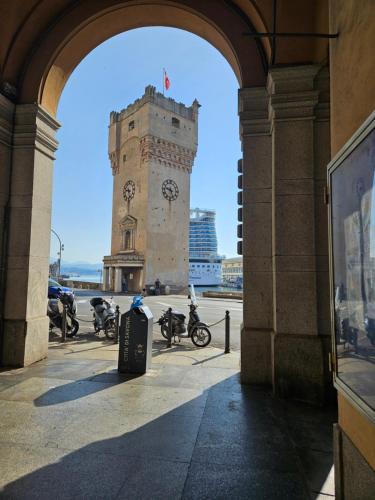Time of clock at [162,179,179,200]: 9:25
